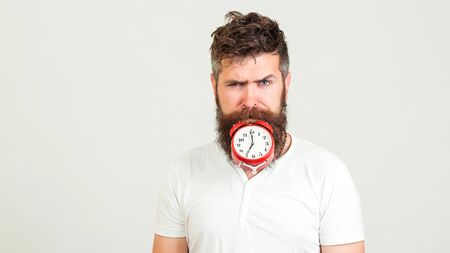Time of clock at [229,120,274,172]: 7:00
